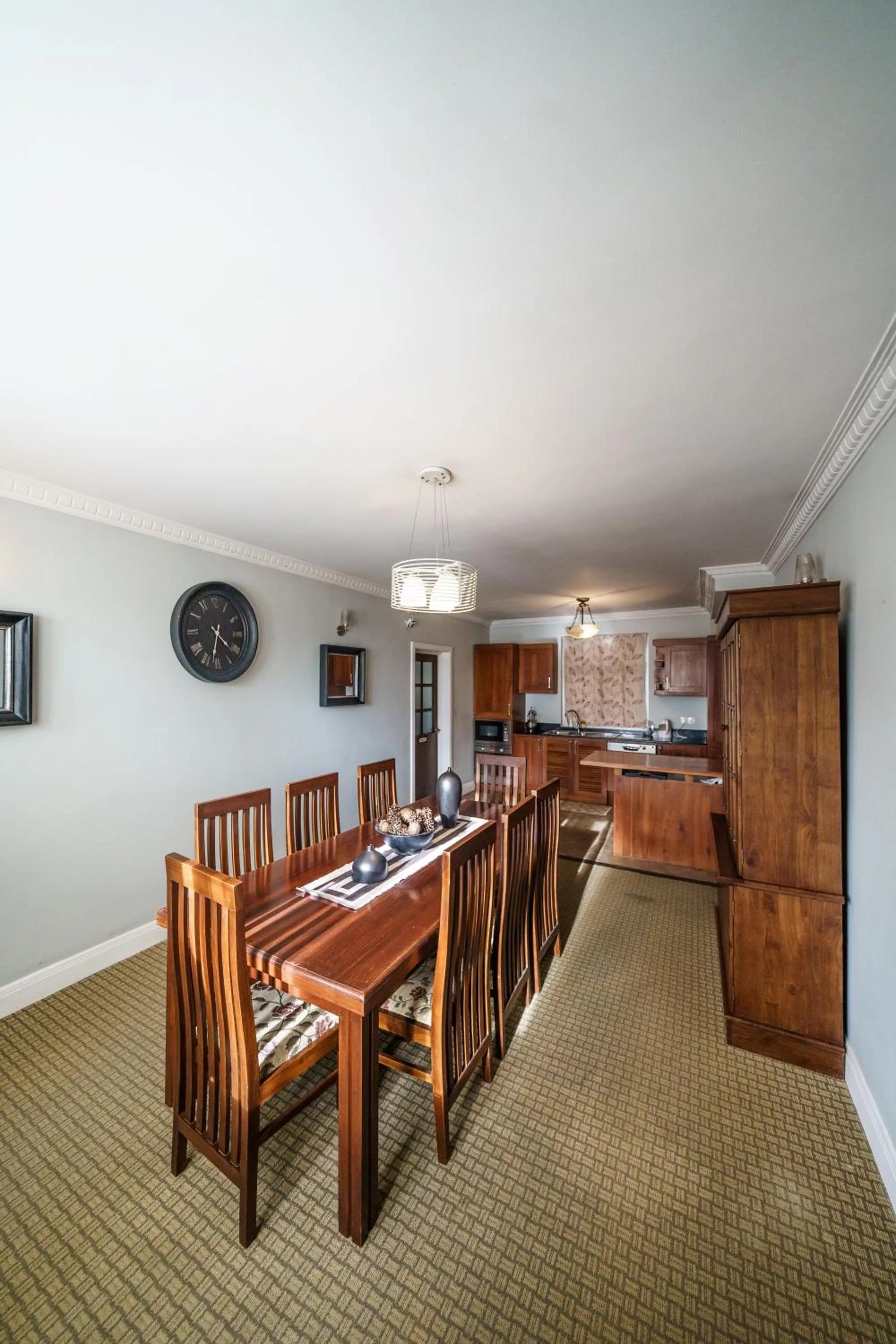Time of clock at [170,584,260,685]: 4:32
